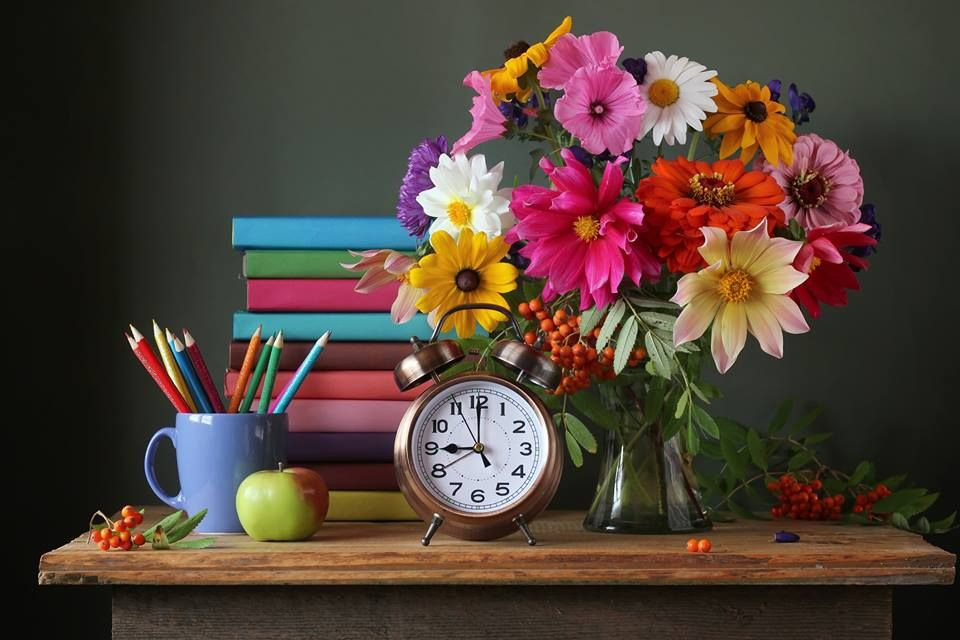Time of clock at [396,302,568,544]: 9:00
